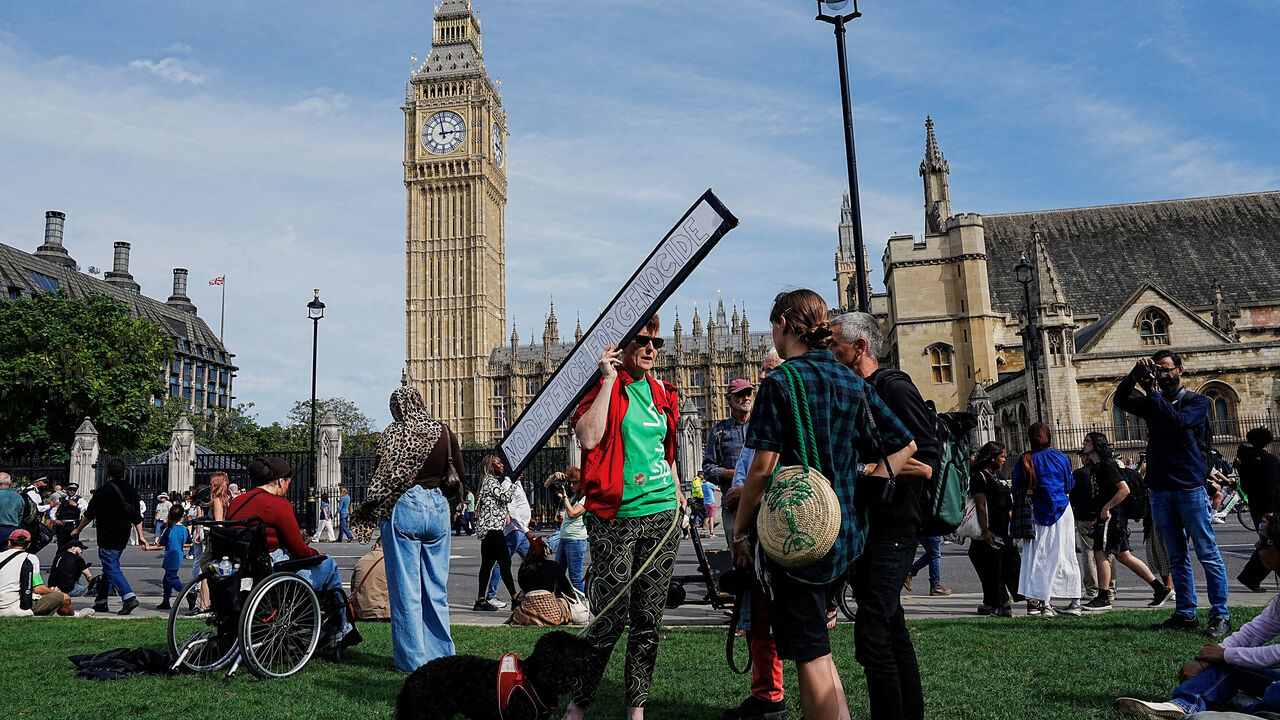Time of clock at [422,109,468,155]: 2:58
